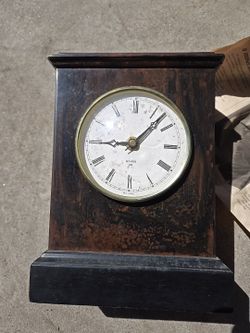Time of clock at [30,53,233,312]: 9:07
